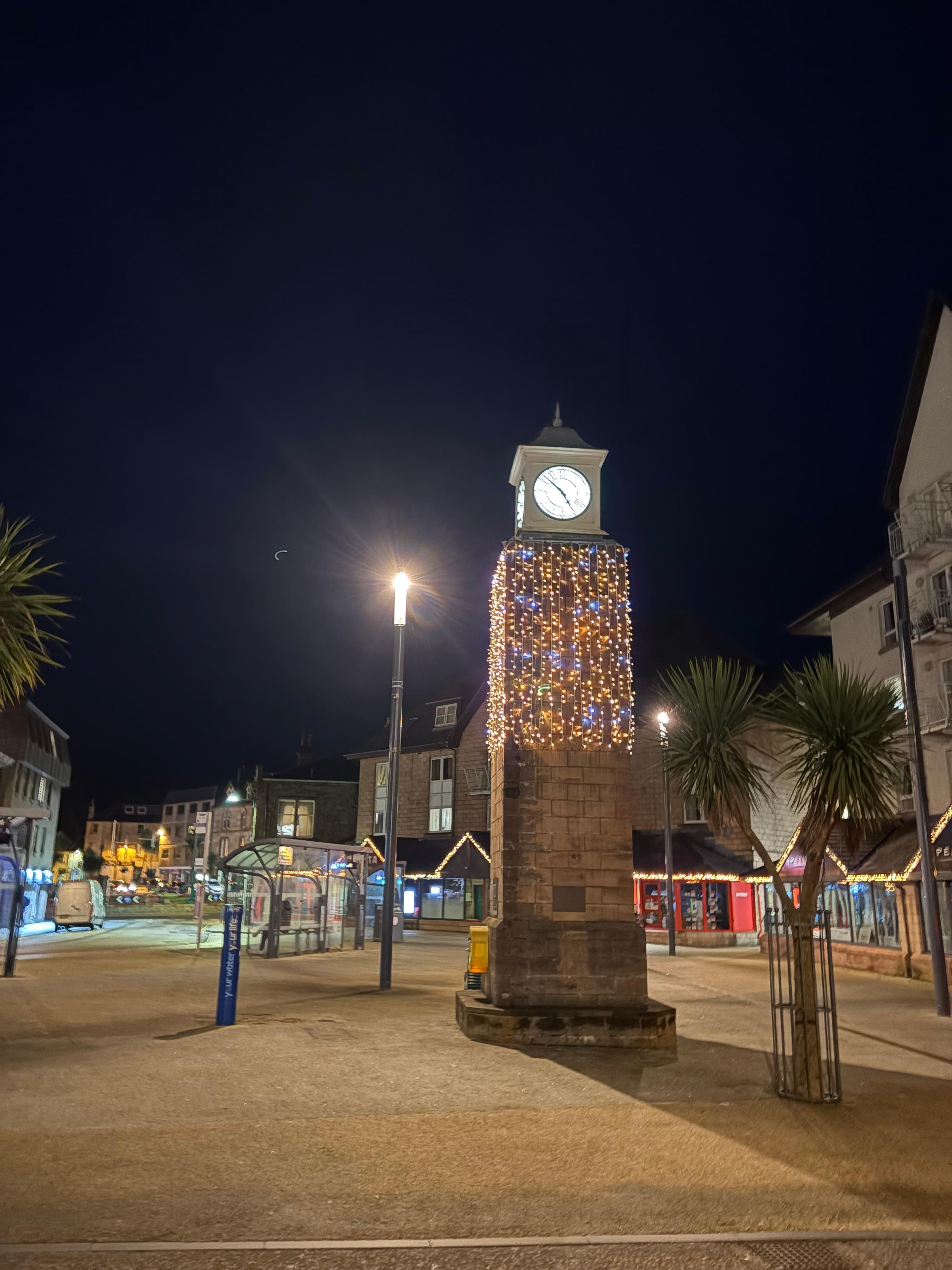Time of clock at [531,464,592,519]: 4:52
